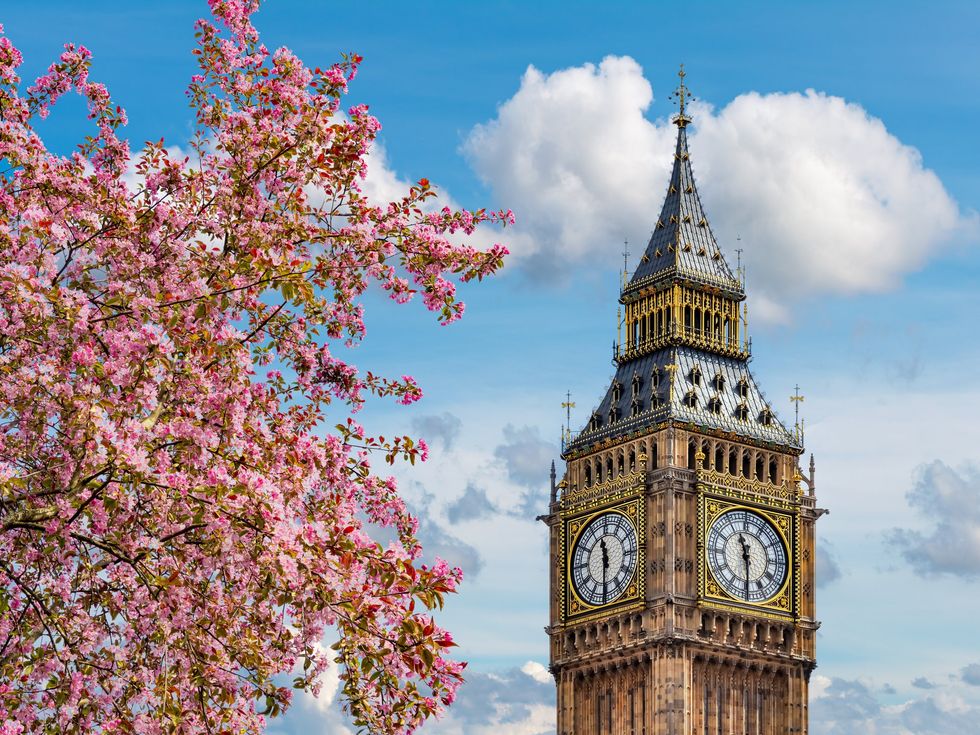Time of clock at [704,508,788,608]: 11:29
